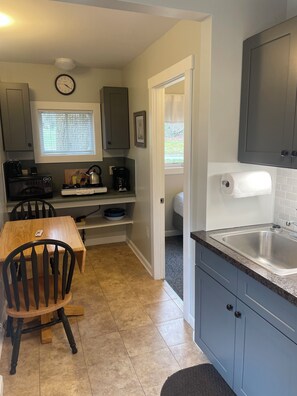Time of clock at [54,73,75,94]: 4:20
